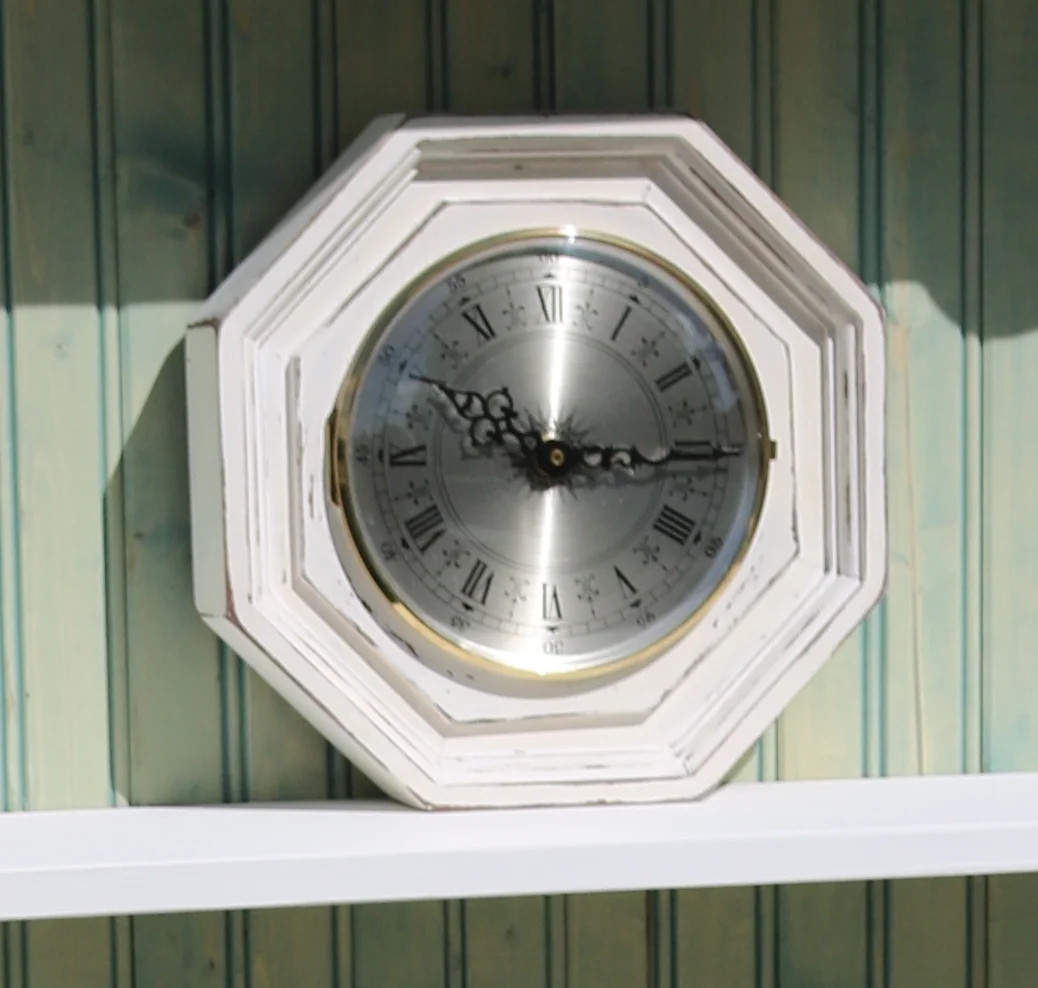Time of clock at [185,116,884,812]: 10:15
